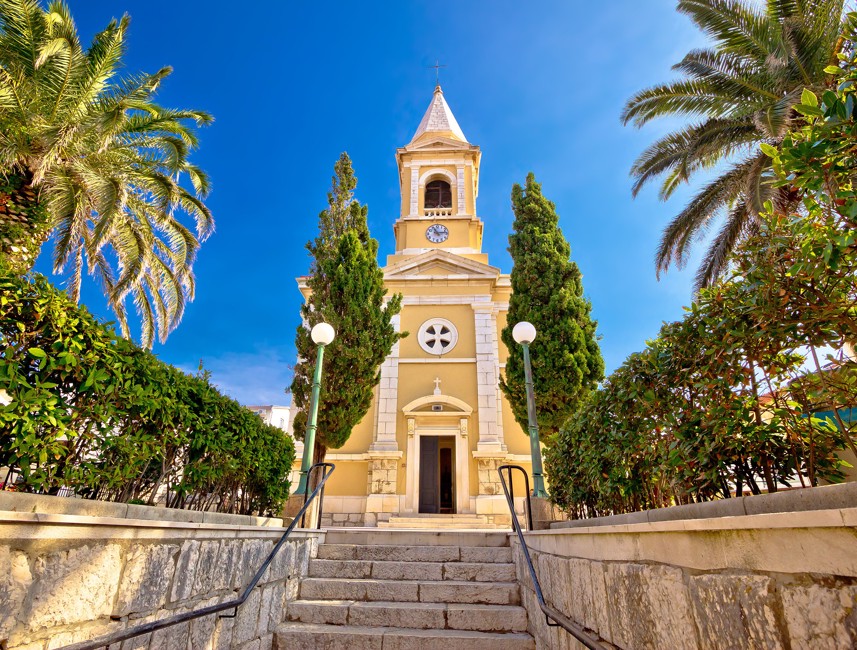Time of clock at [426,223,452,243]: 11:13
